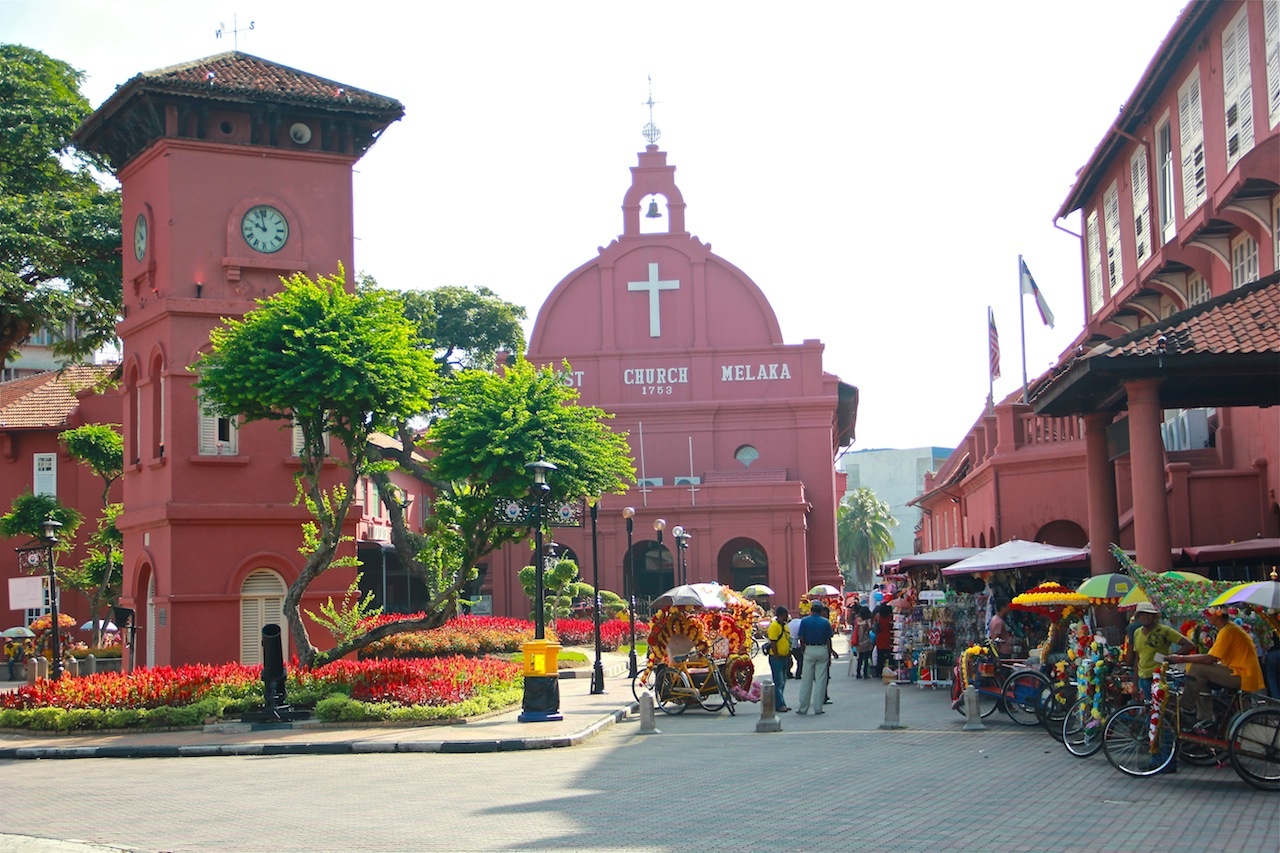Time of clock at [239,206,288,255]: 9:57
